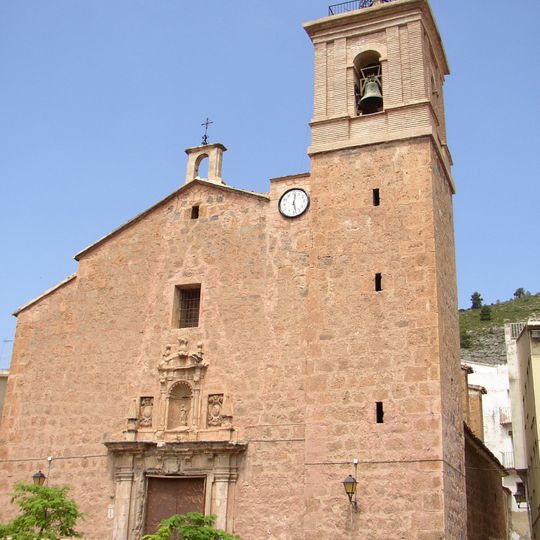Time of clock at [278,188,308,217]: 12:27
